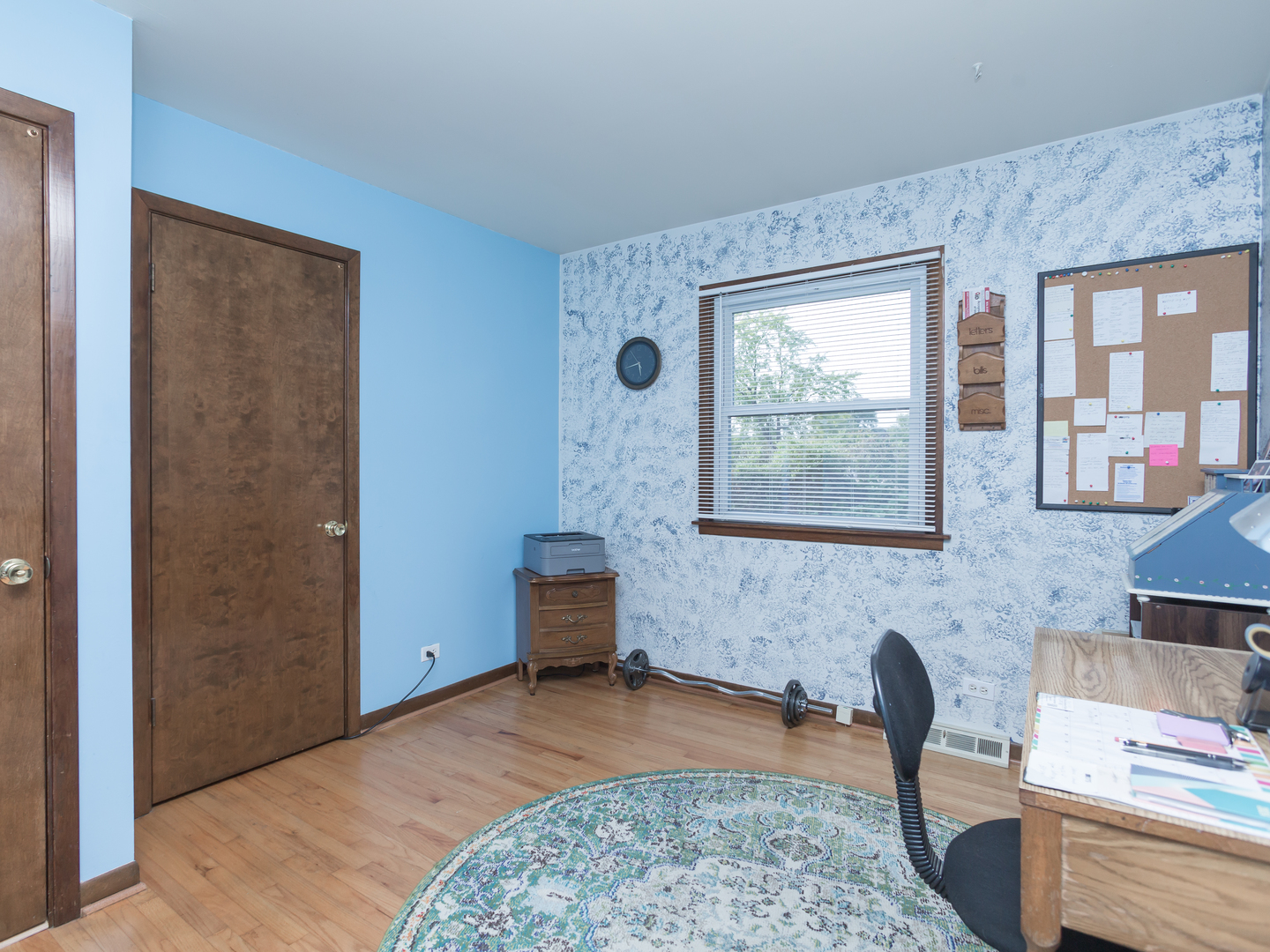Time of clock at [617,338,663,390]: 5:42
